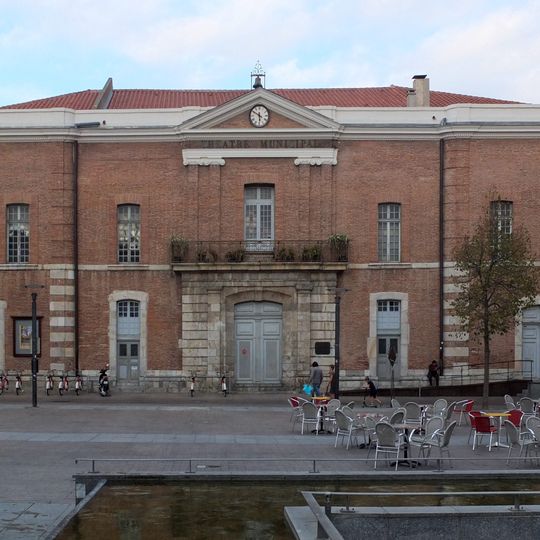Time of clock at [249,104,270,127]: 5:49
